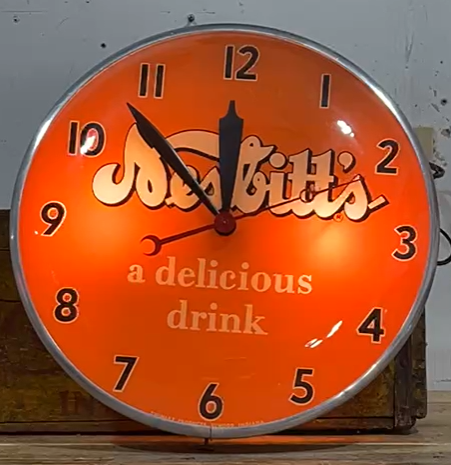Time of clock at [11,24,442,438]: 11:52
